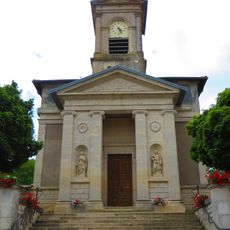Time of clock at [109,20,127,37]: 4:26
